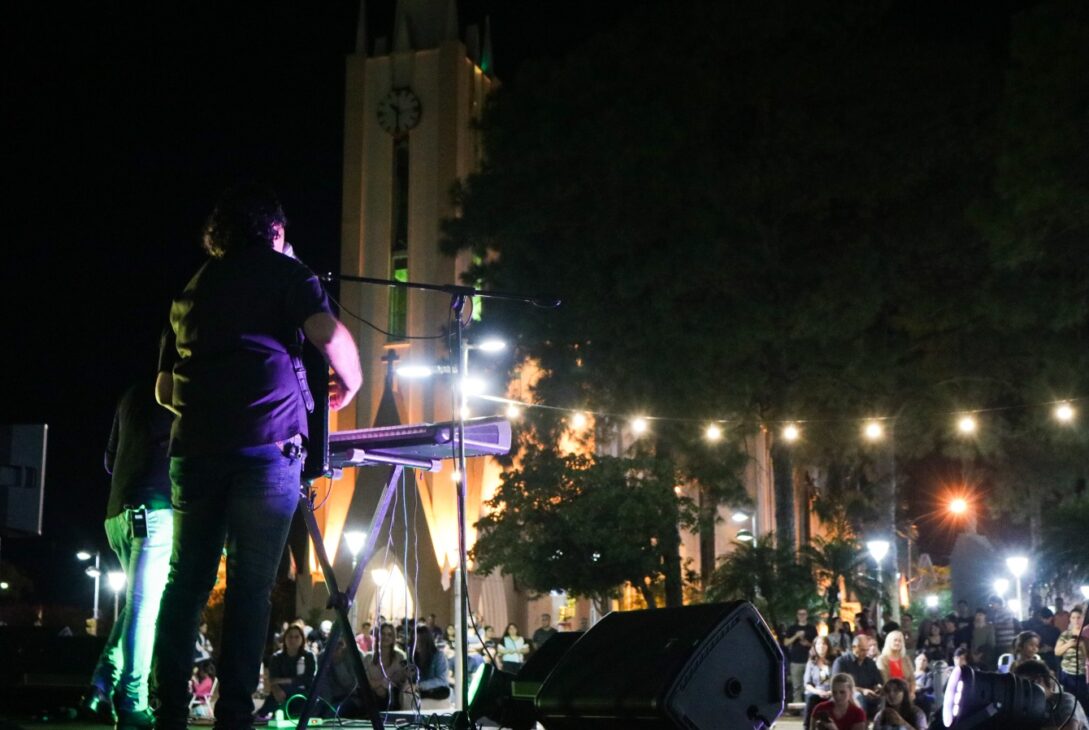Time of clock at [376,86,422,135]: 10:30
